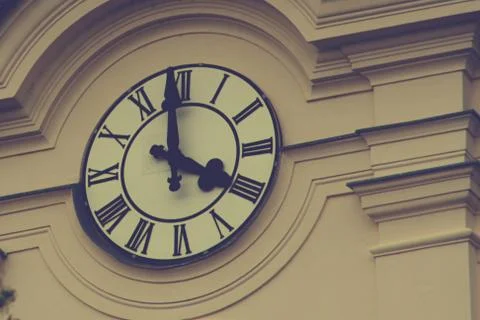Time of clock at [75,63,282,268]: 3:58
